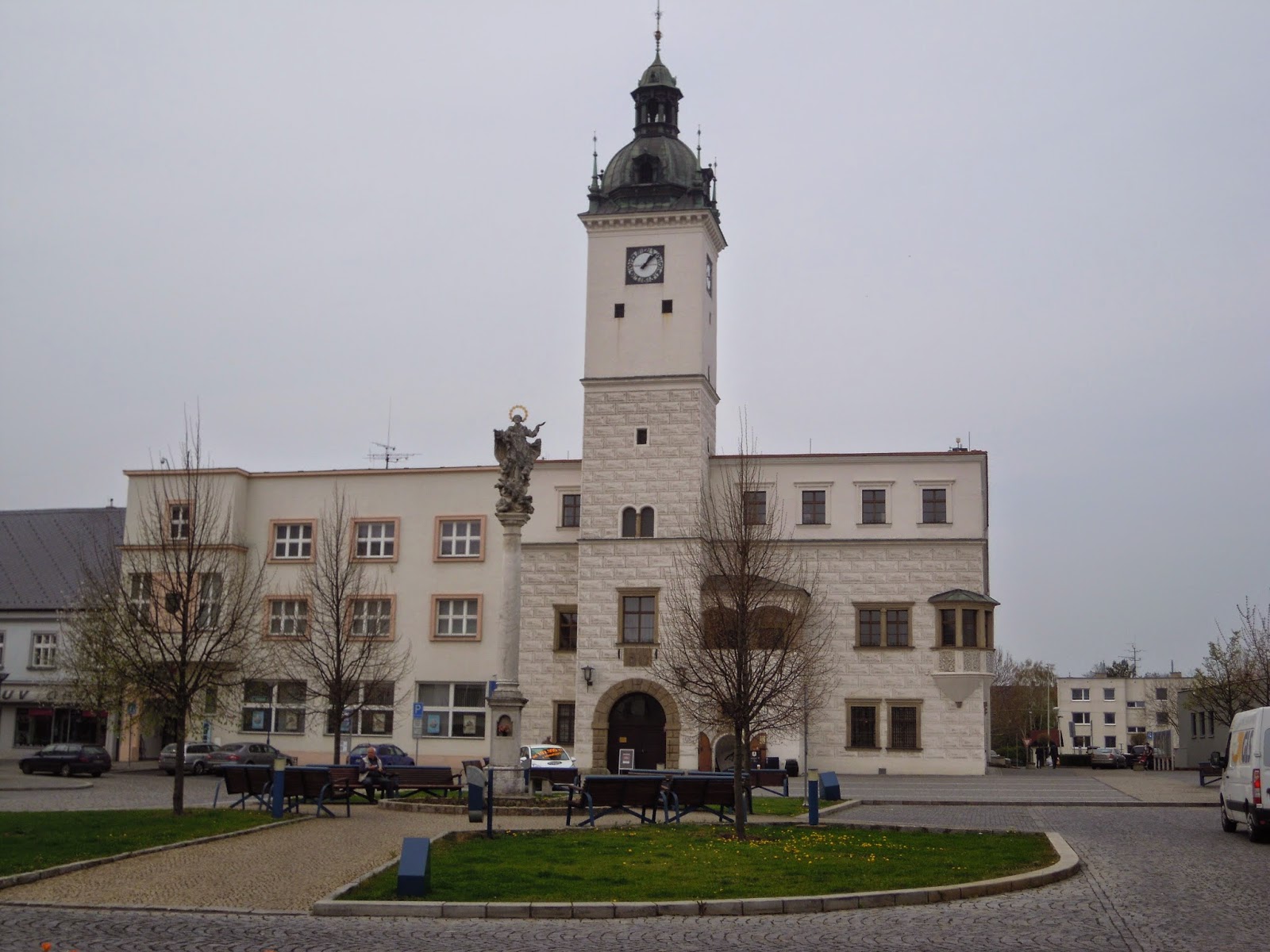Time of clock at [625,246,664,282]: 1:07
